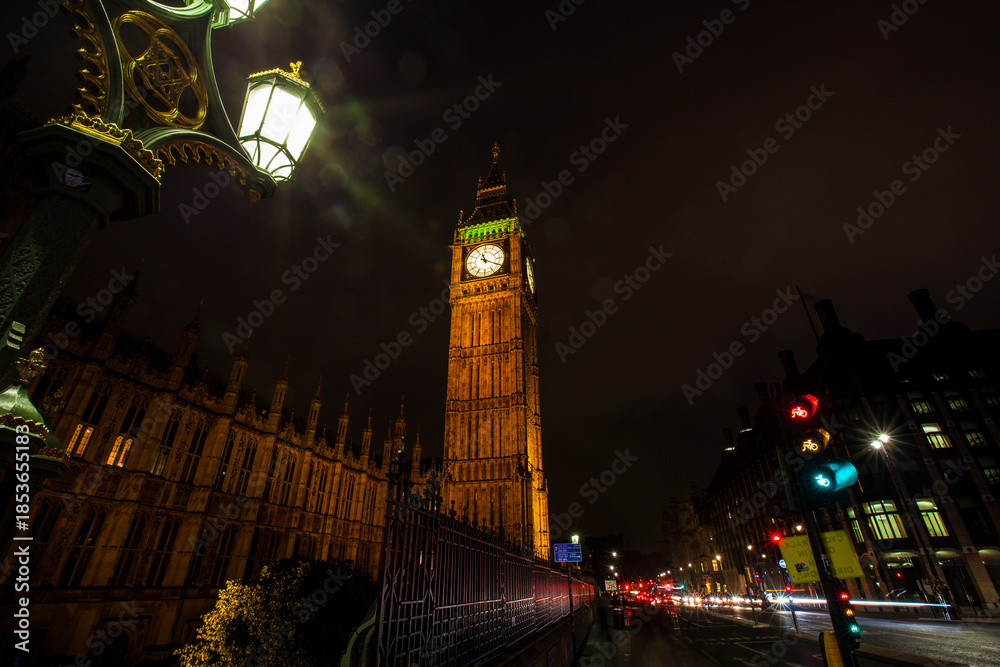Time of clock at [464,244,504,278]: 11:19
